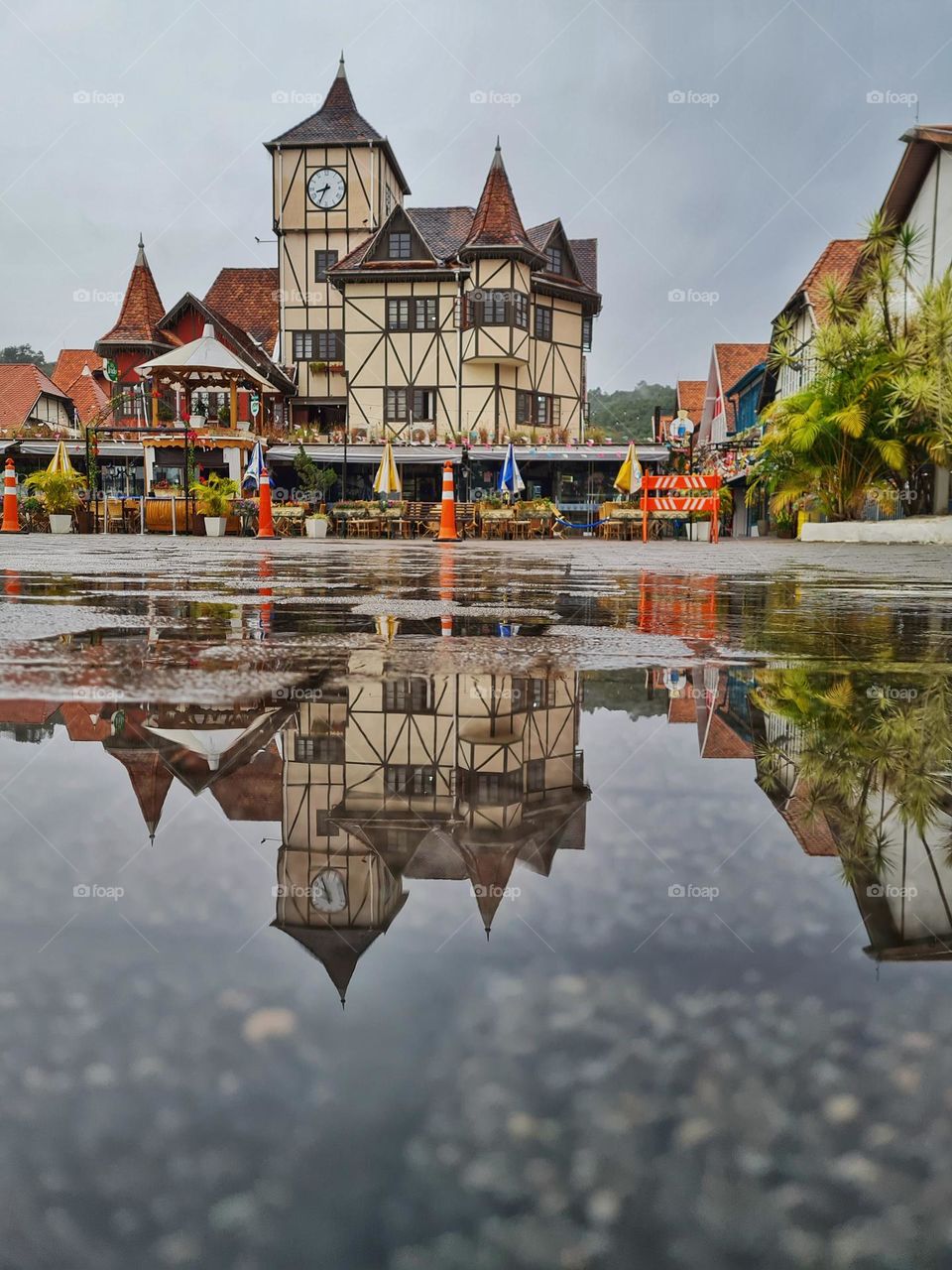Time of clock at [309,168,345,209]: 8:34
